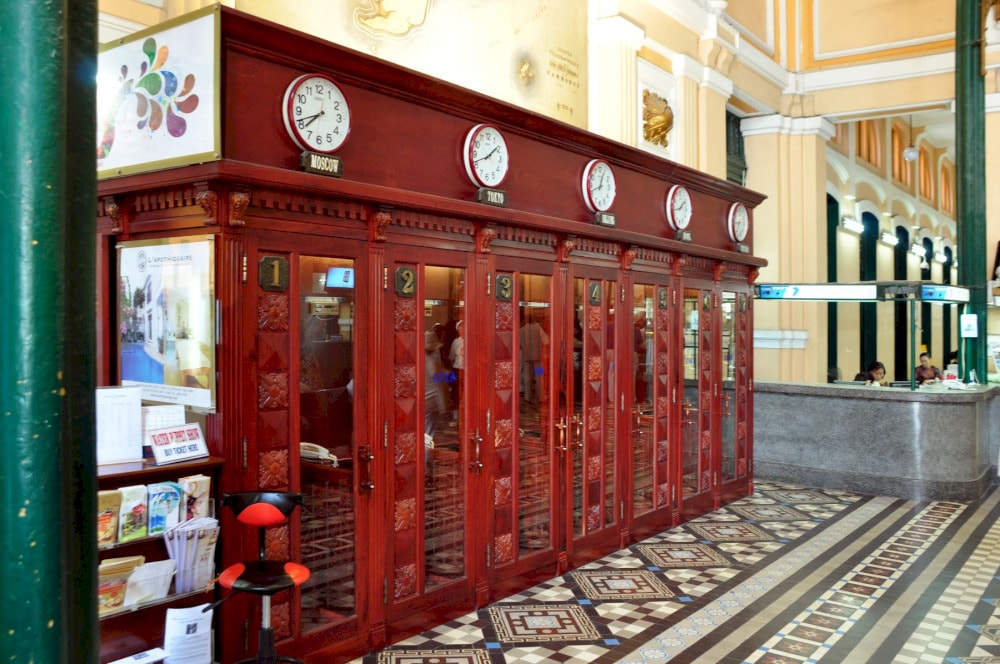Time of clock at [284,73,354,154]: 7:41
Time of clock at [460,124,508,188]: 1:41
